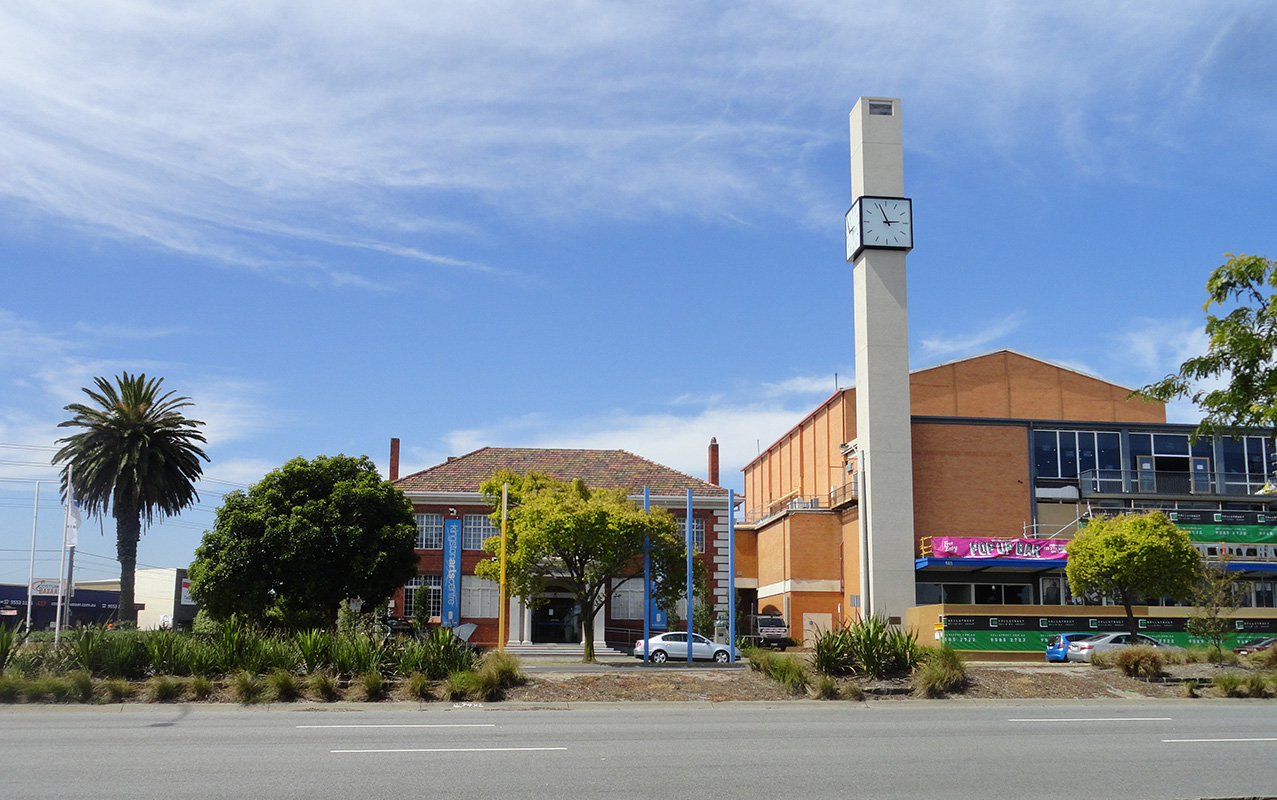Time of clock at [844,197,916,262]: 2:56
